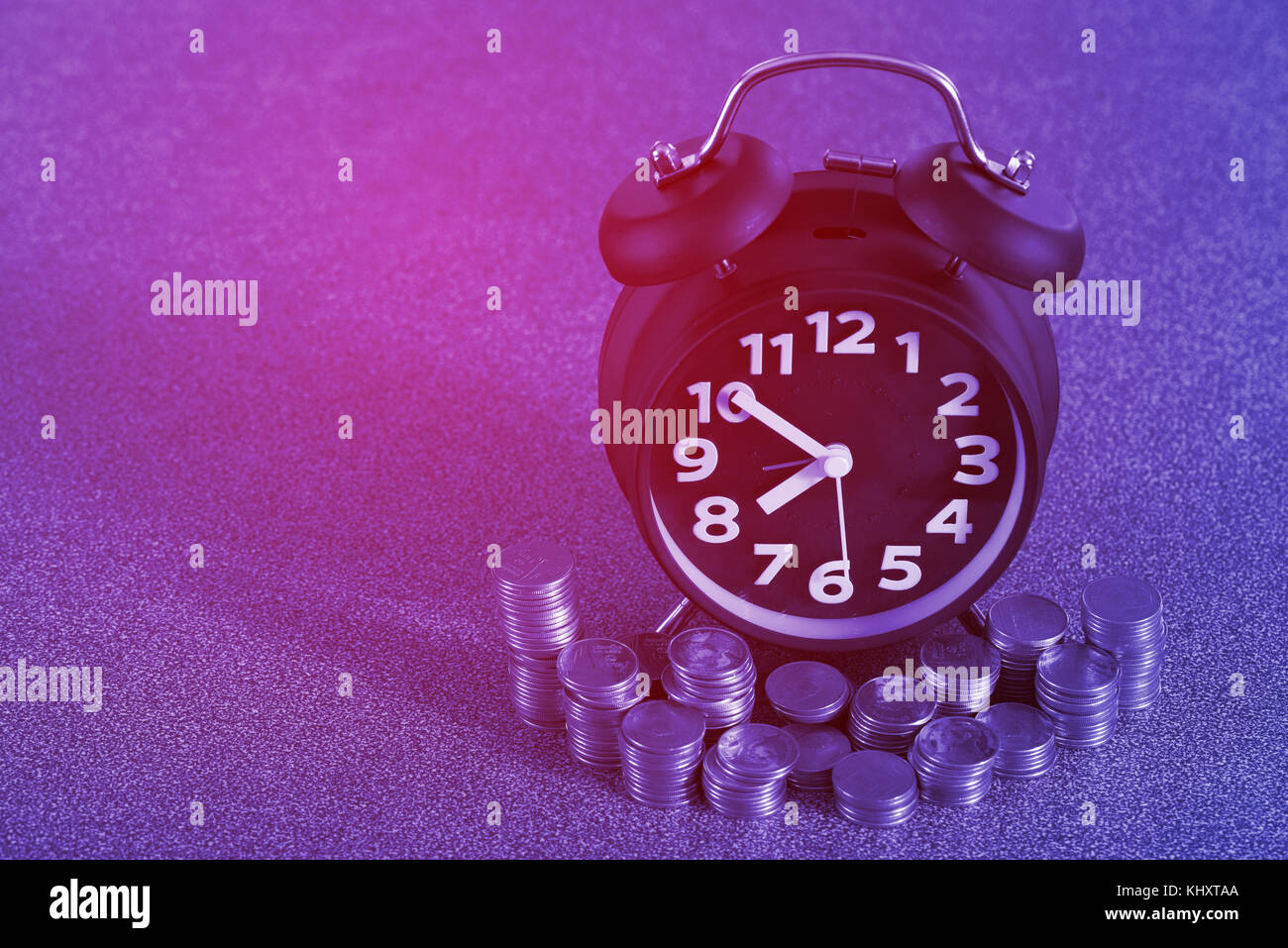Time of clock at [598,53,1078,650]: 7:50
